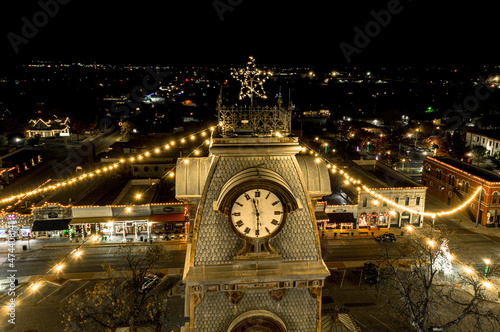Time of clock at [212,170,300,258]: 11:29
